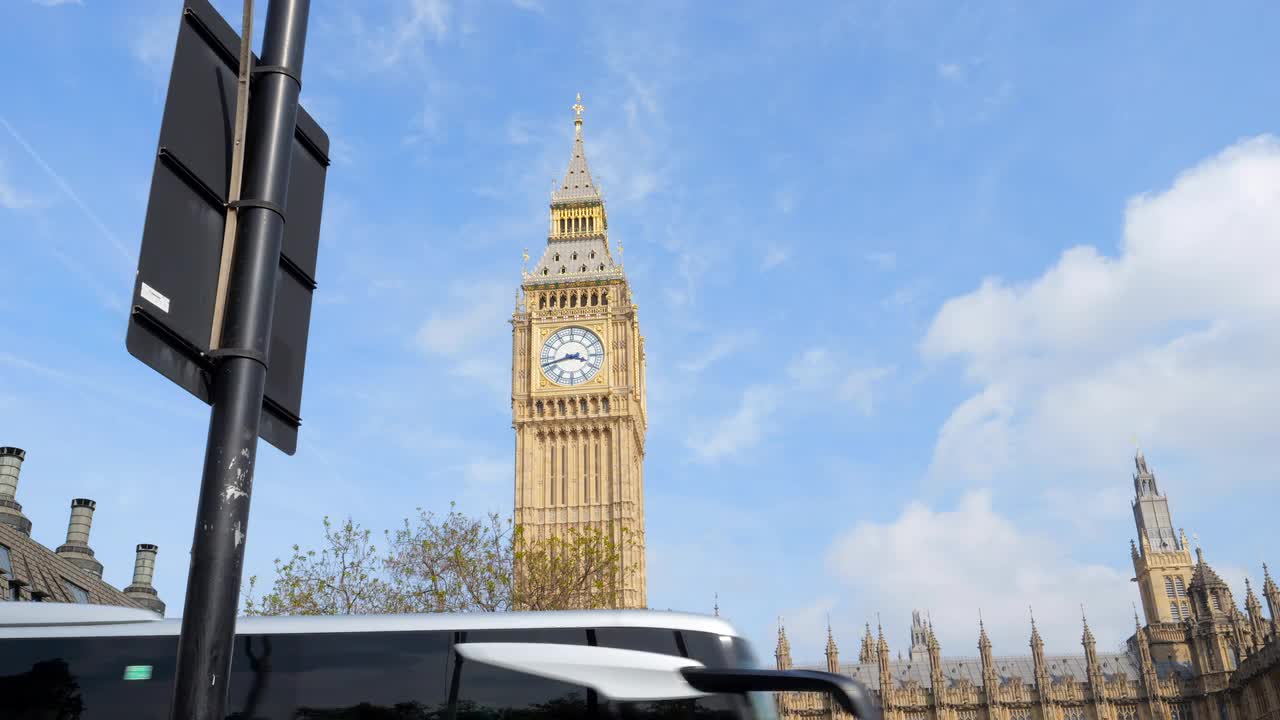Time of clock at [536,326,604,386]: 3:42
